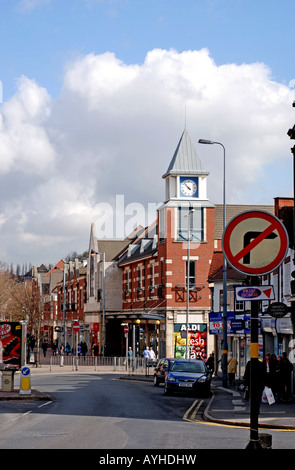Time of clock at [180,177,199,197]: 4:52
